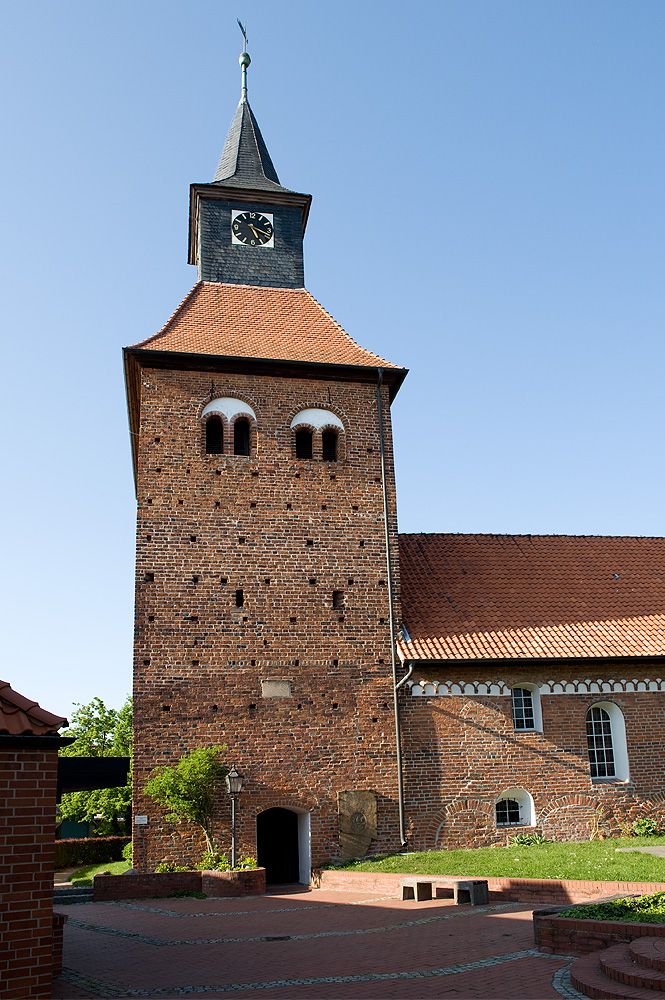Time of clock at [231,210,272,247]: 5:18
